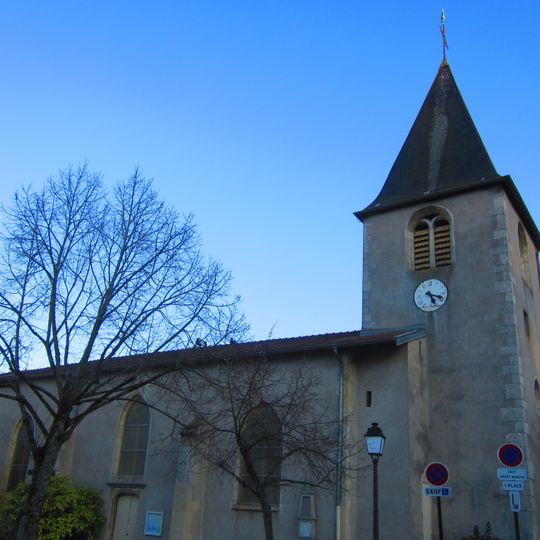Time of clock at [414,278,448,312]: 5:18
